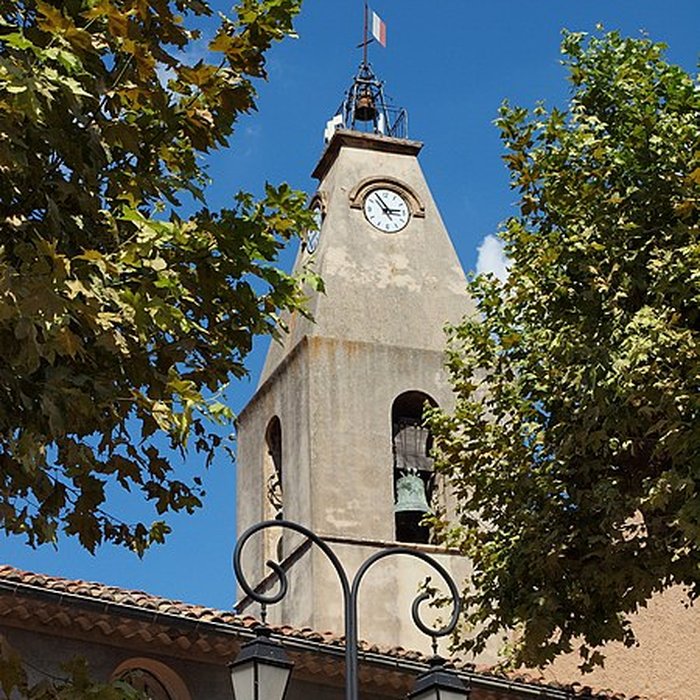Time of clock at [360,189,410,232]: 2:54
